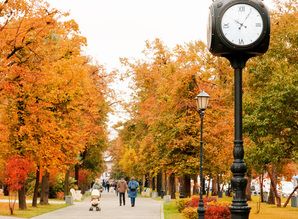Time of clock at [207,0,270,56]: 10:05
